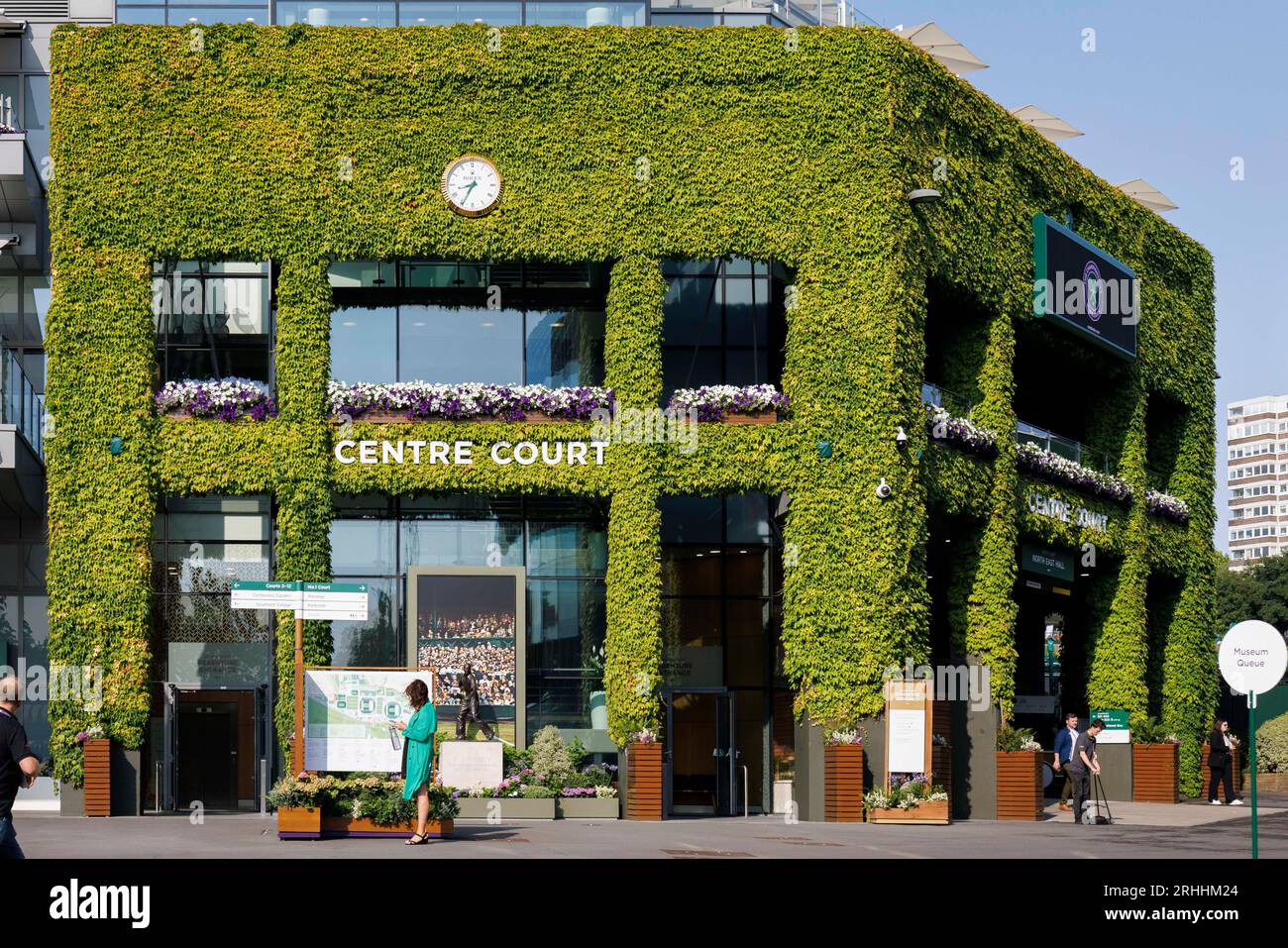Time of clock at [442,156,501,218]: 8:34
